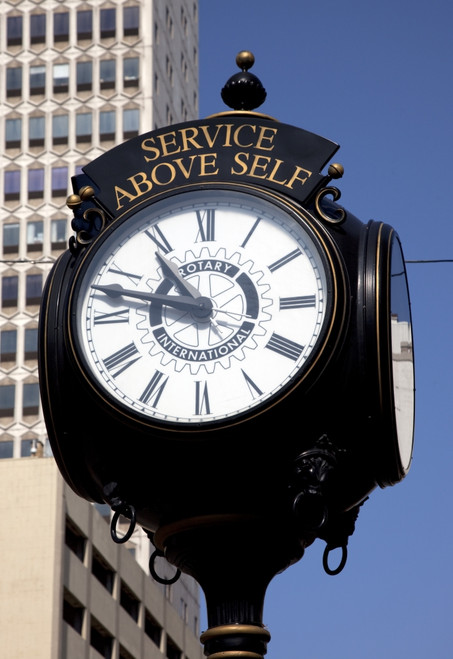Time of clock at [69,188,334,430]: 10:47
